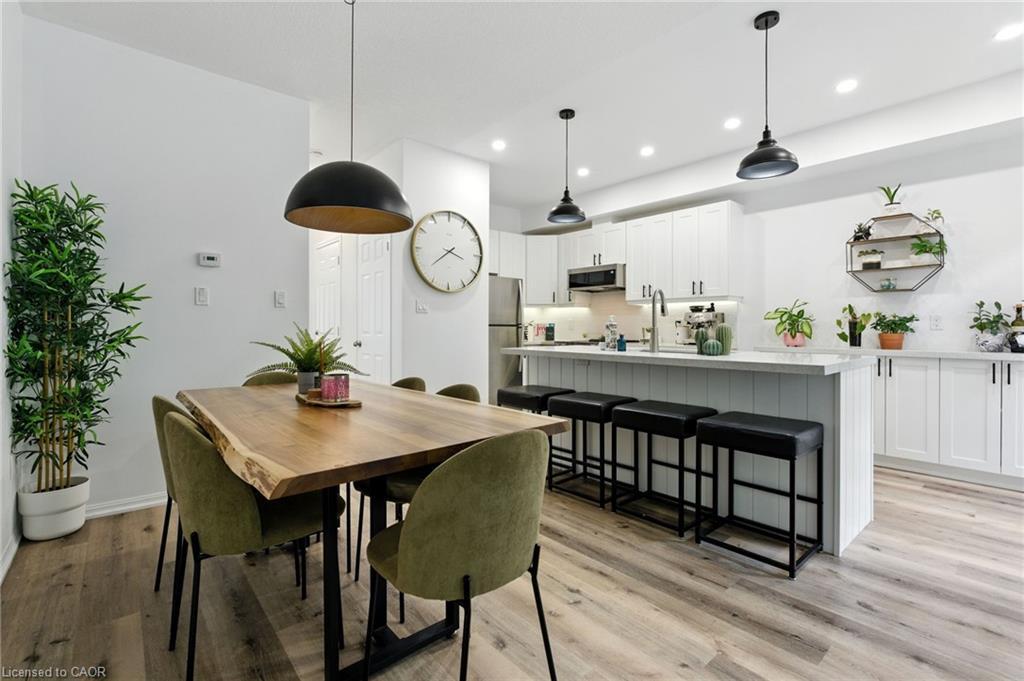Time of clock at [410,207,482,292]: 3:39
